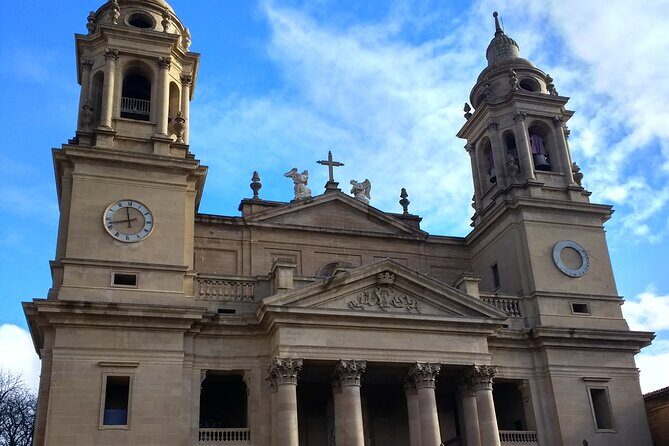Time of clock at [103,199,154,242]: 11:42
